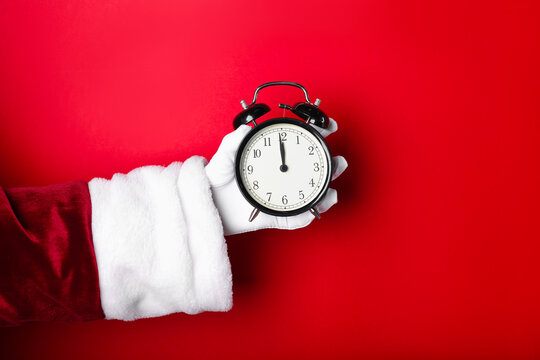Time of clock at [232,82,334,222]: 11:59
